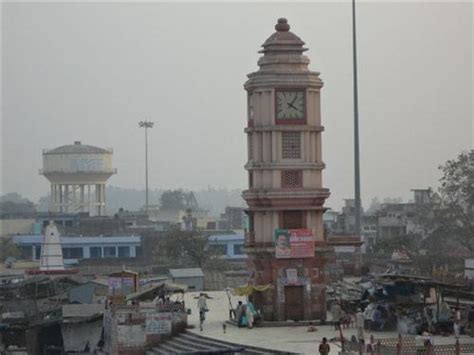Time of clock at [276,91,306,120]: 4:06
